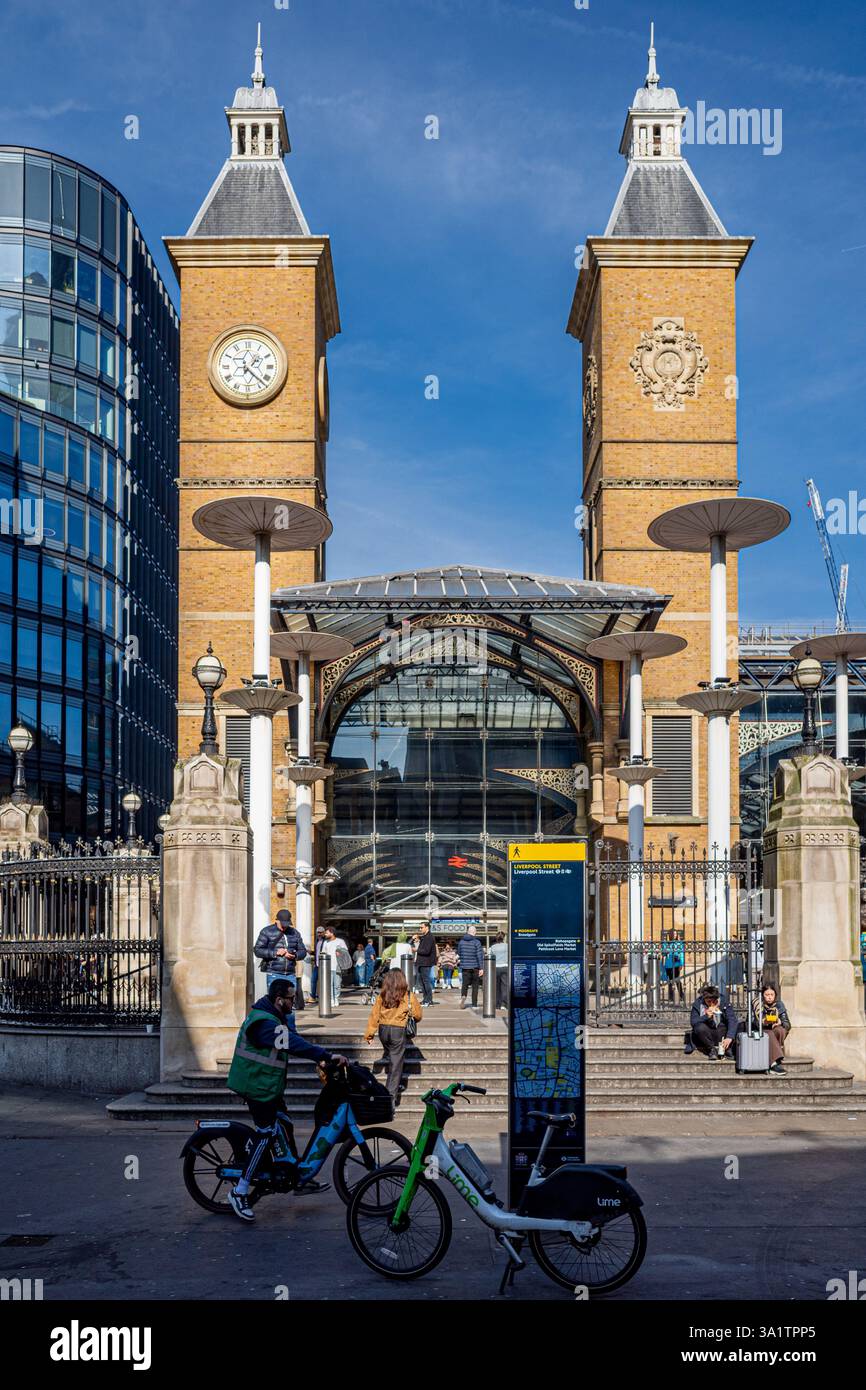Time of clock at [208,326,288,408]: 1:22
